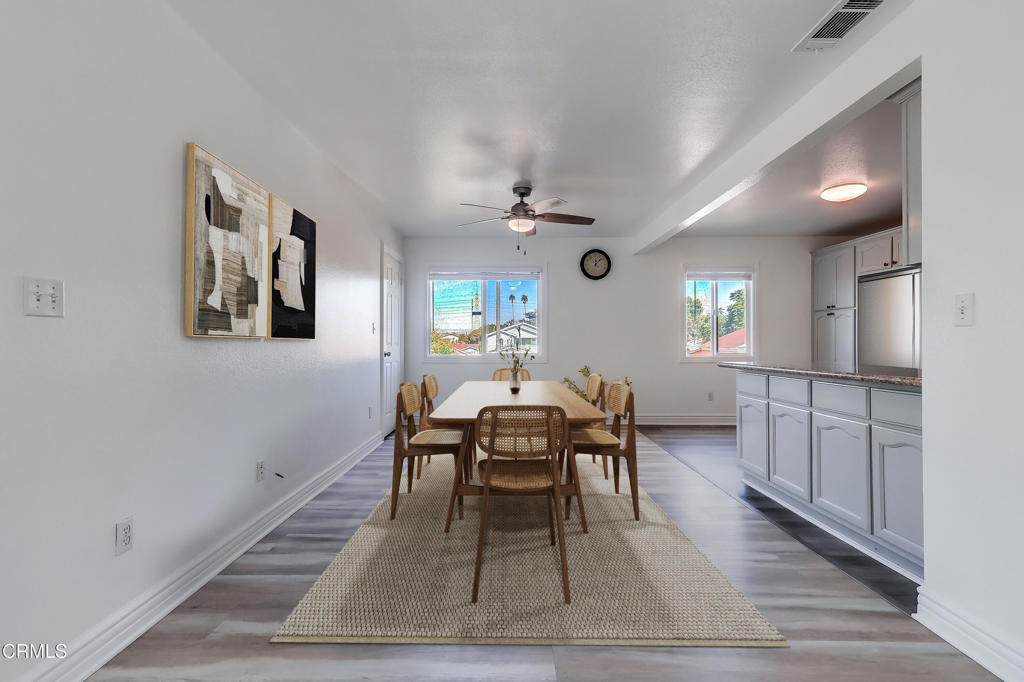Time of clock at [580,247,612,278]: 12:07
